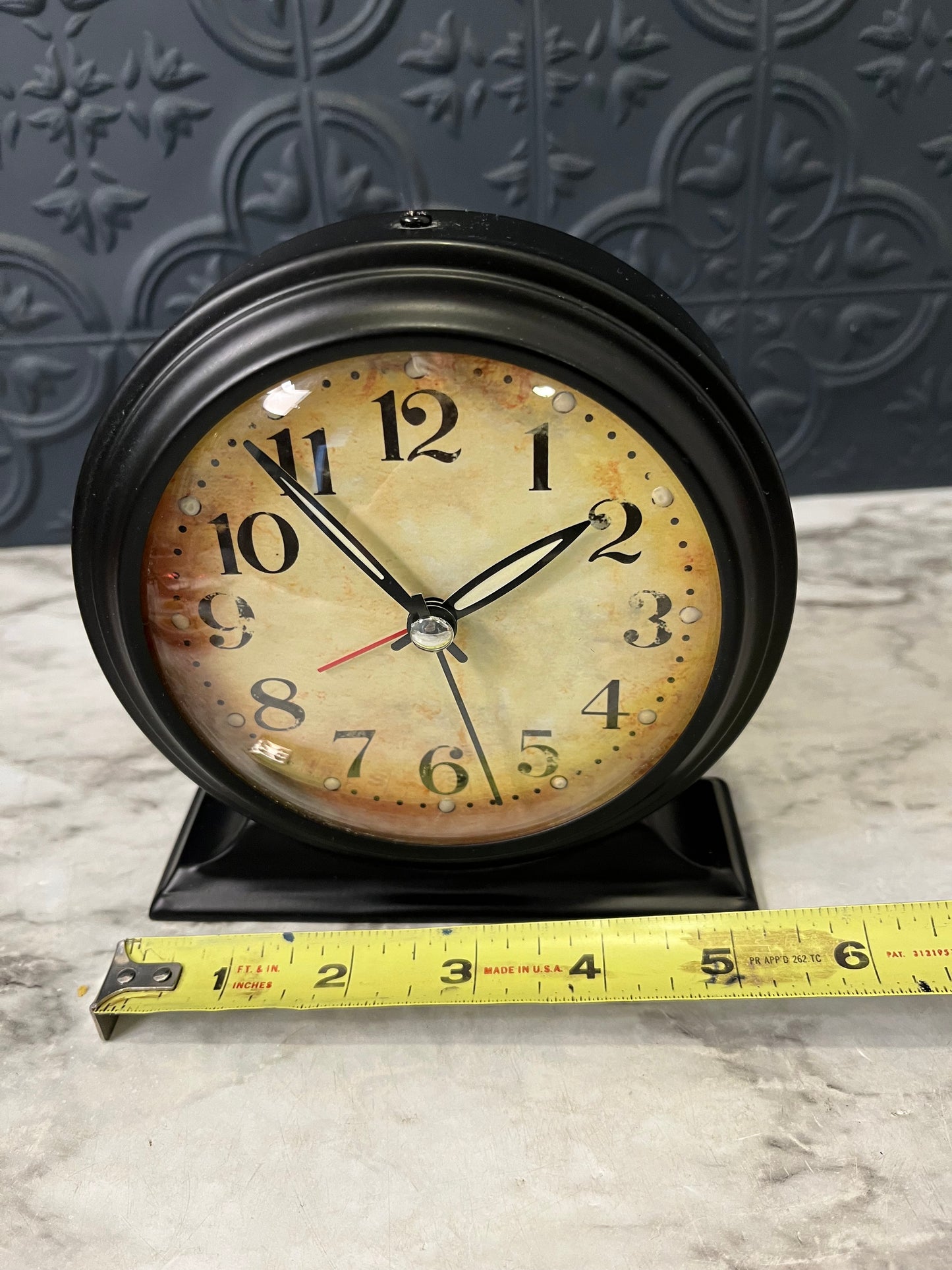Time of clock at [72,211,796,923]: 1:53
